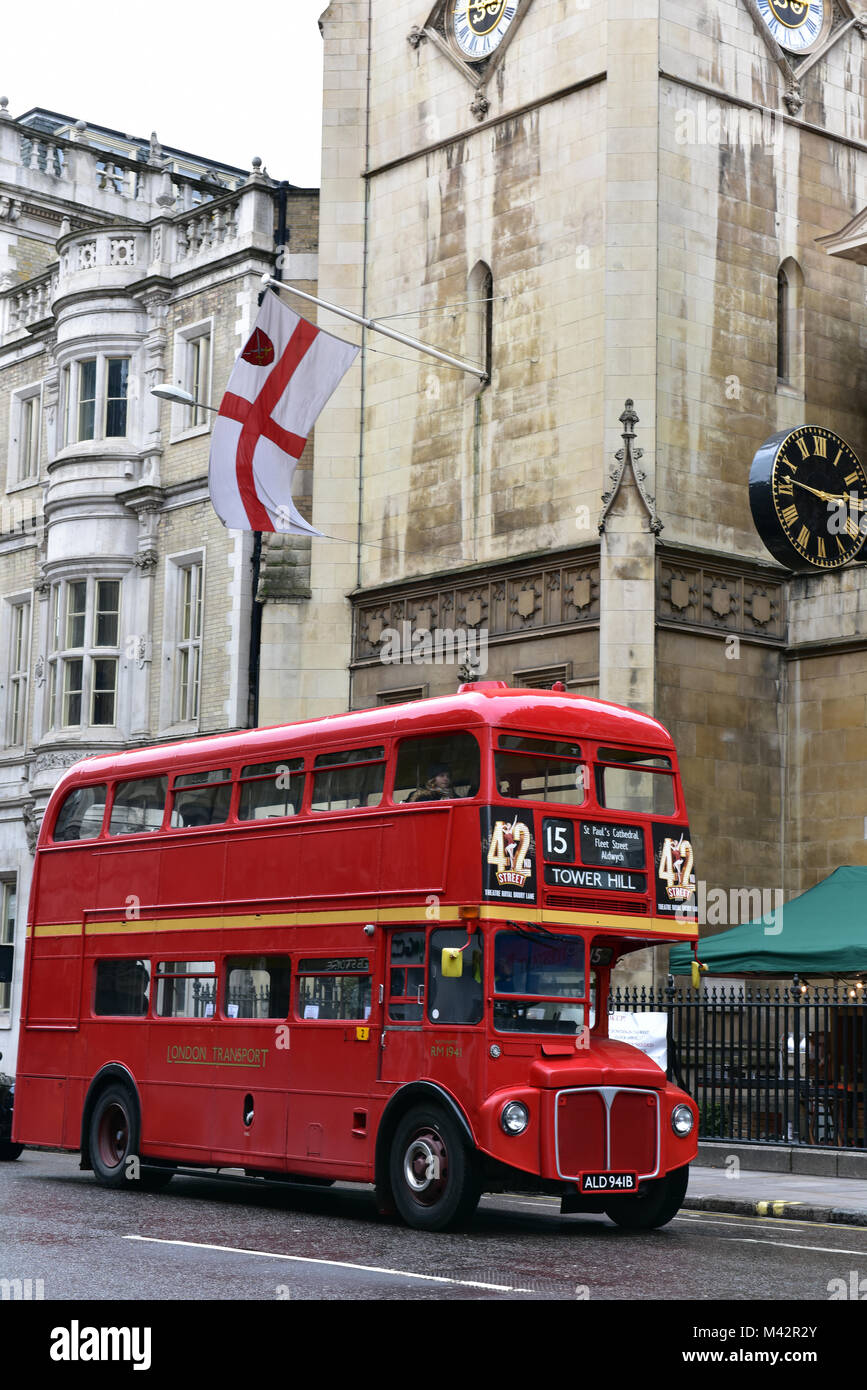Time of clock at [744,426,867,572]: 2:47
